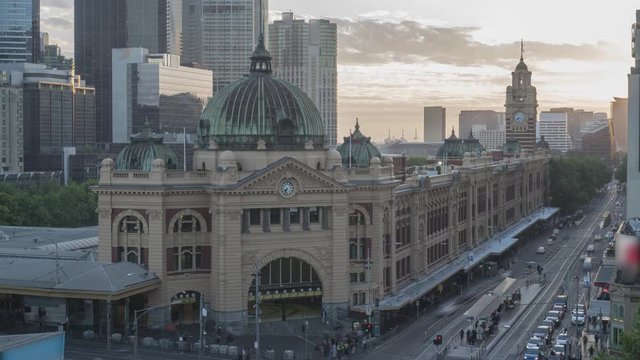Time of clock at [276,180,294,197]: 7:34
